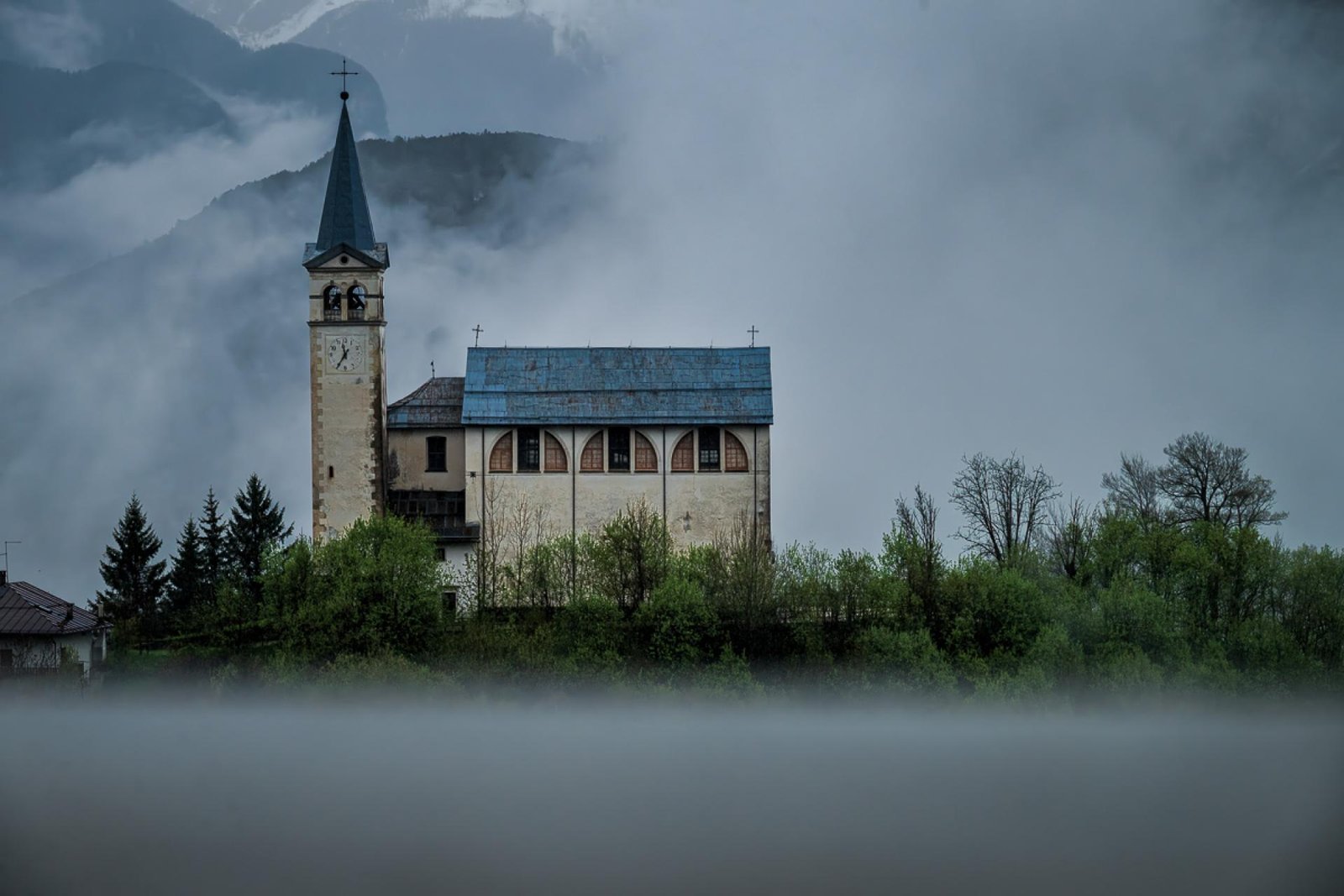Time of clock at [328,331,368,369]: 11:35
